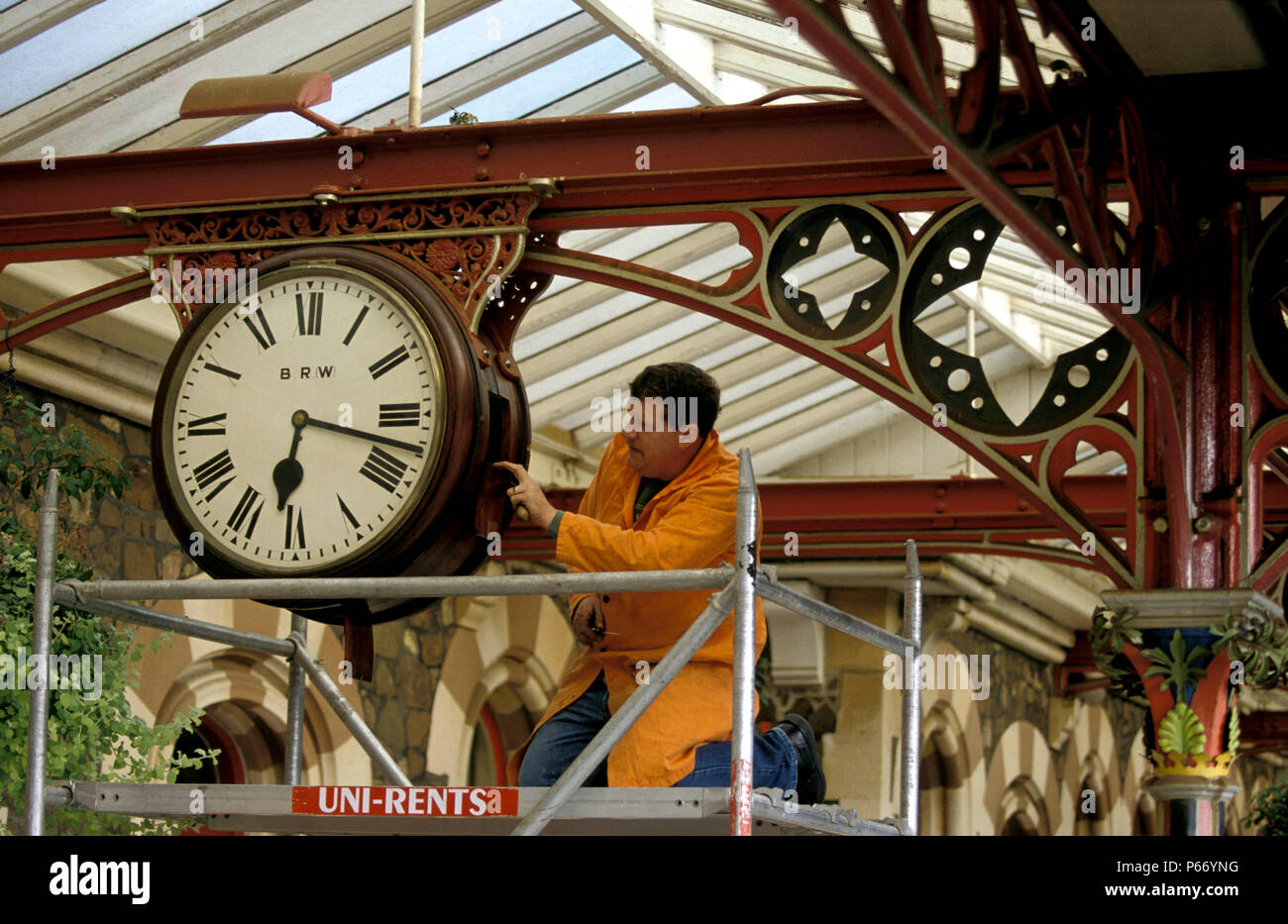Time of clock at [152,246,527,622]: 6:17
